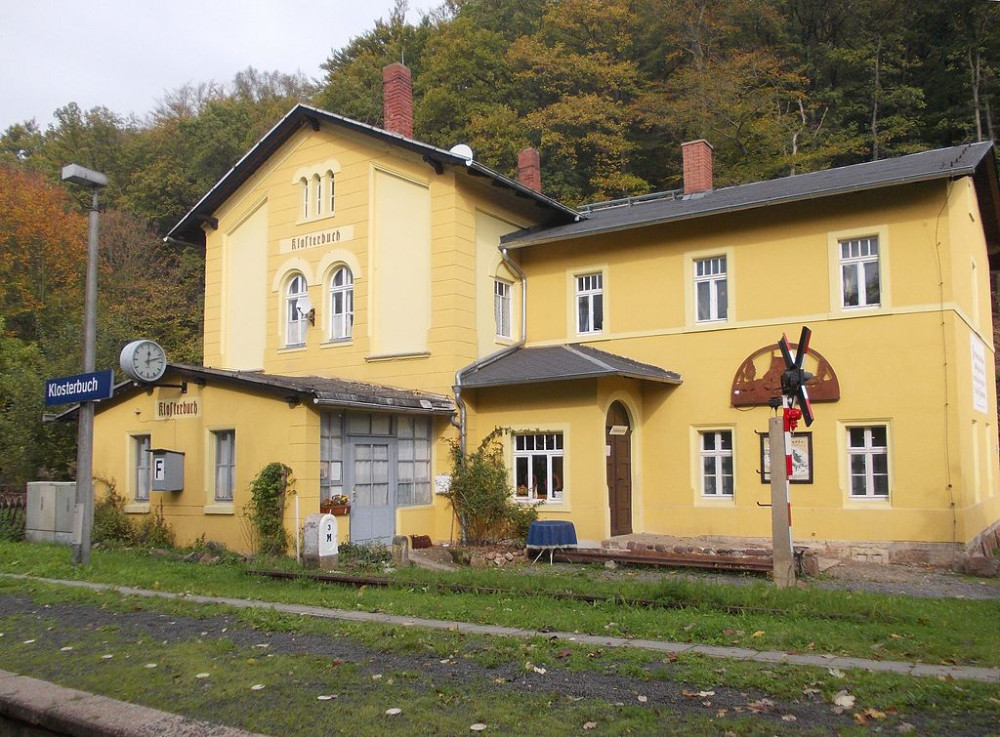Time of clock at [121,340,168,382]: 12:12
